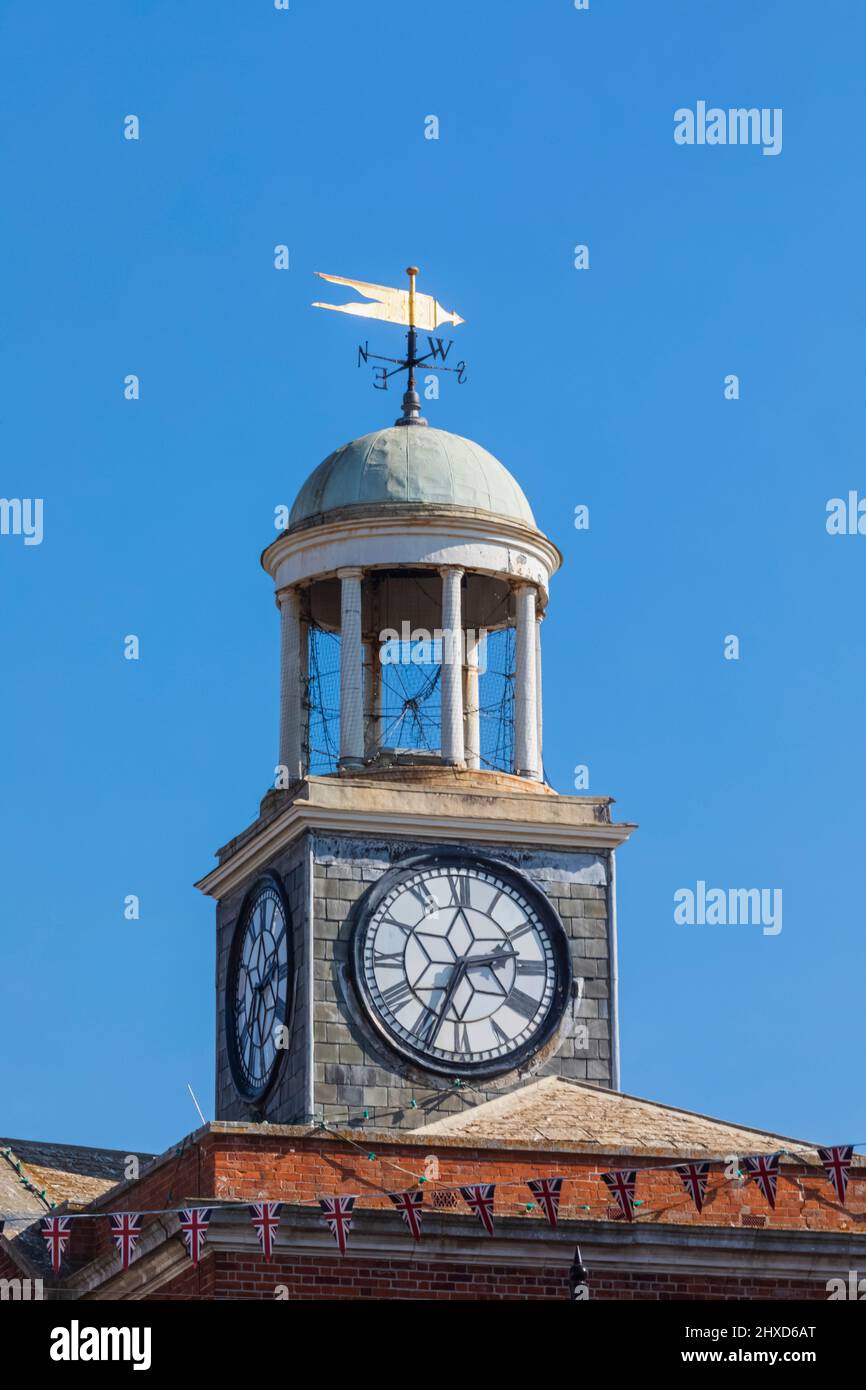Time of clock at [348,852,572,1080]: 2:34
